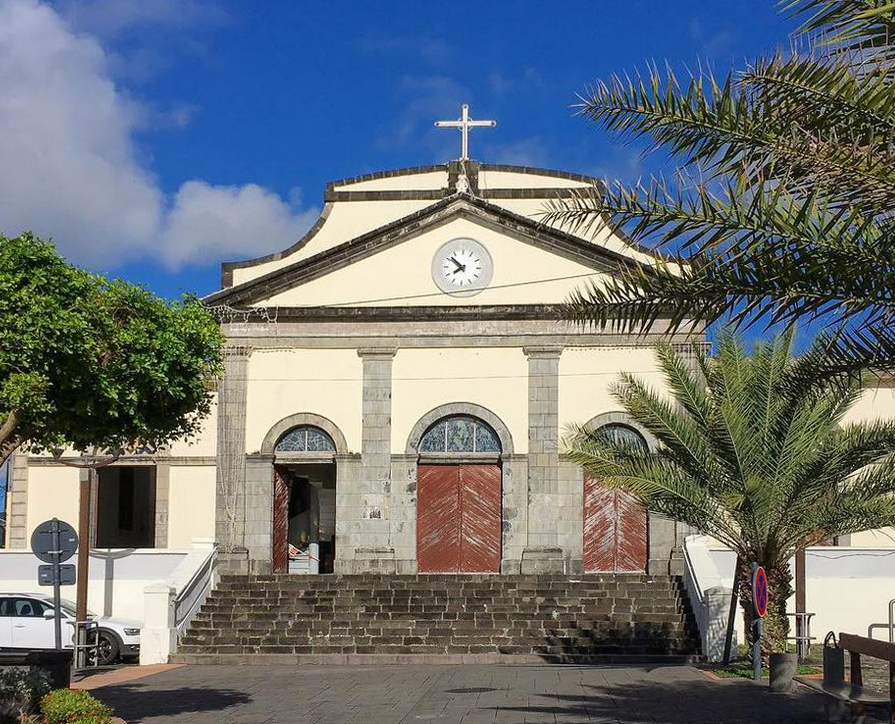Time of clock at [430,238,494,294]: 7:52
